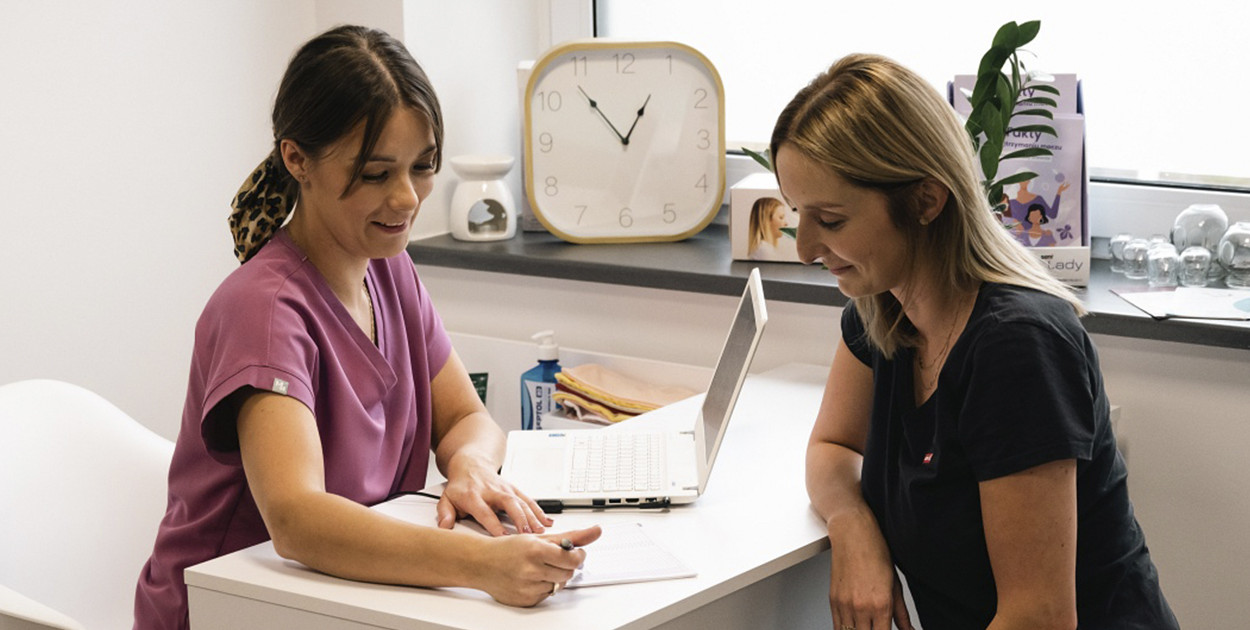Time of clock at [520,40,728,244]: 12:53
